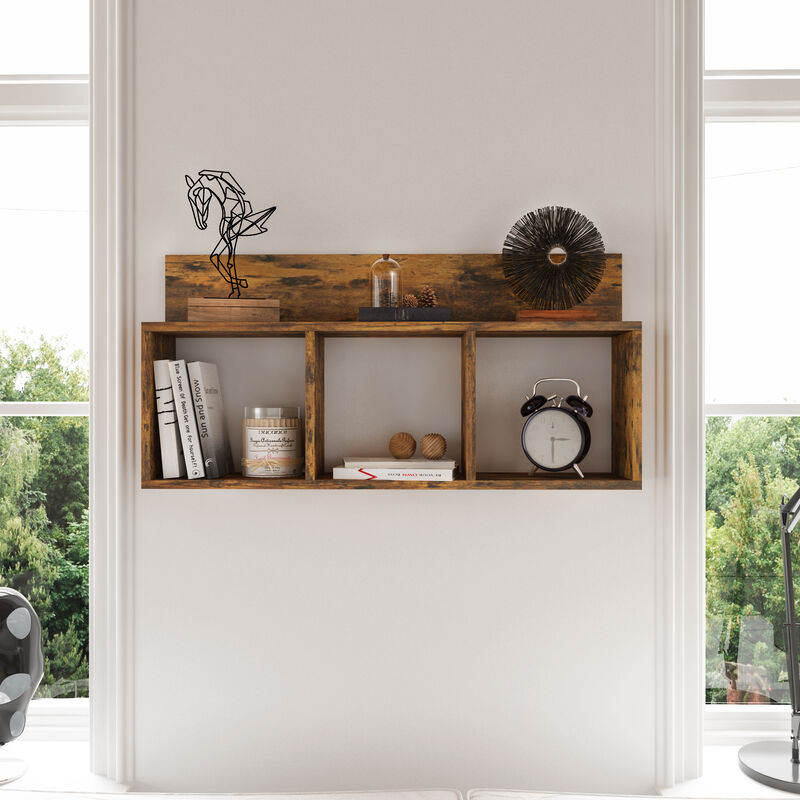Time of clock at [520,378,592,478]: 3:30
